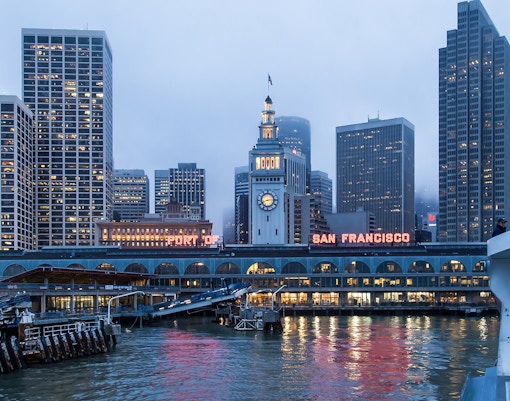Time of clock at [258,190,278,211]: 8:14
